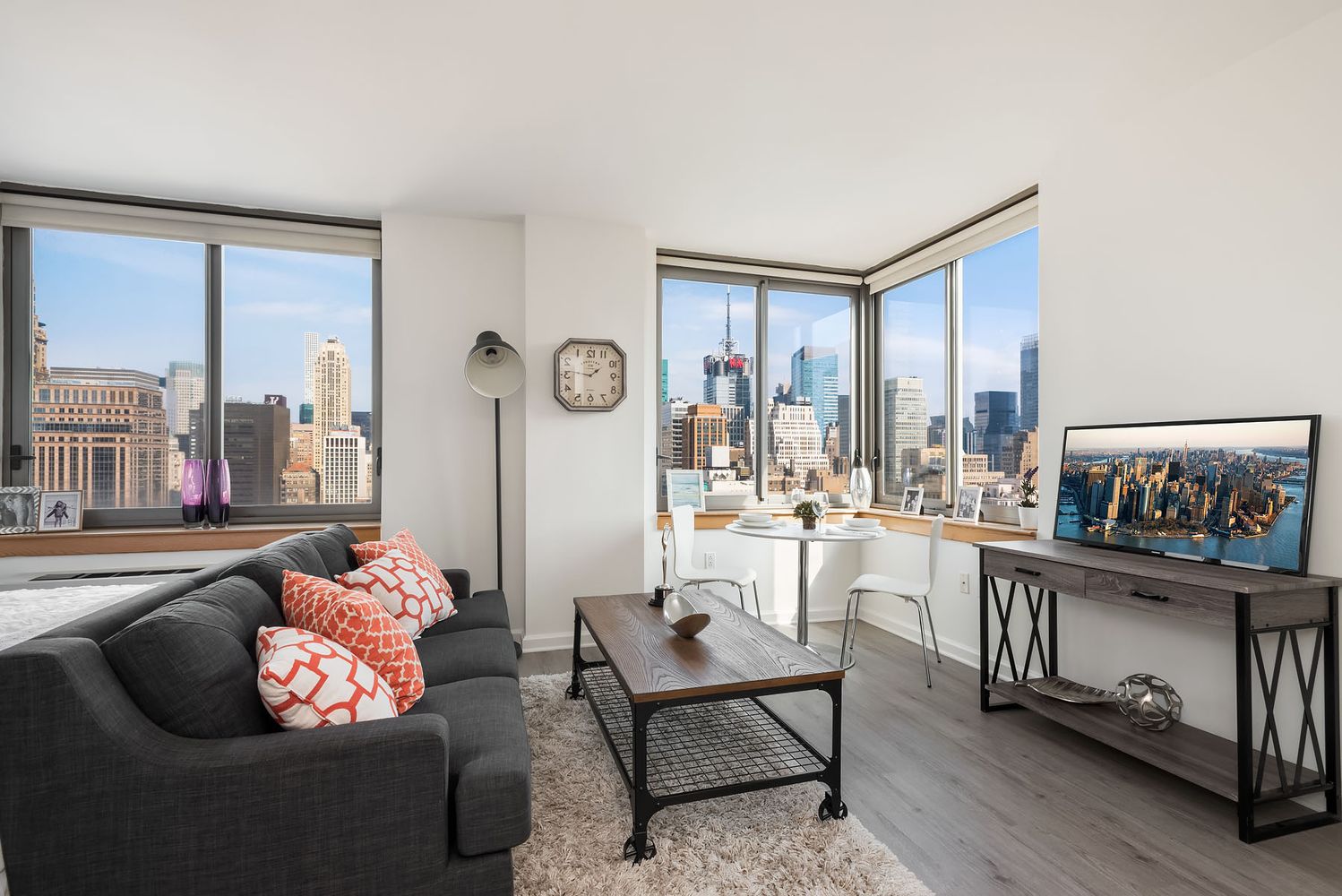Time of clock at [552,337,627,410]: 1:46
